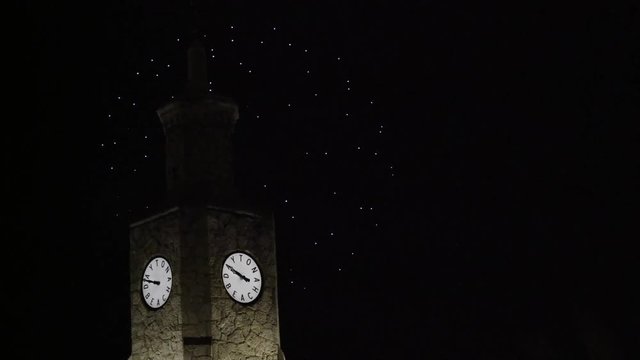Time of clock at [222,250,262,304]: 9:50
